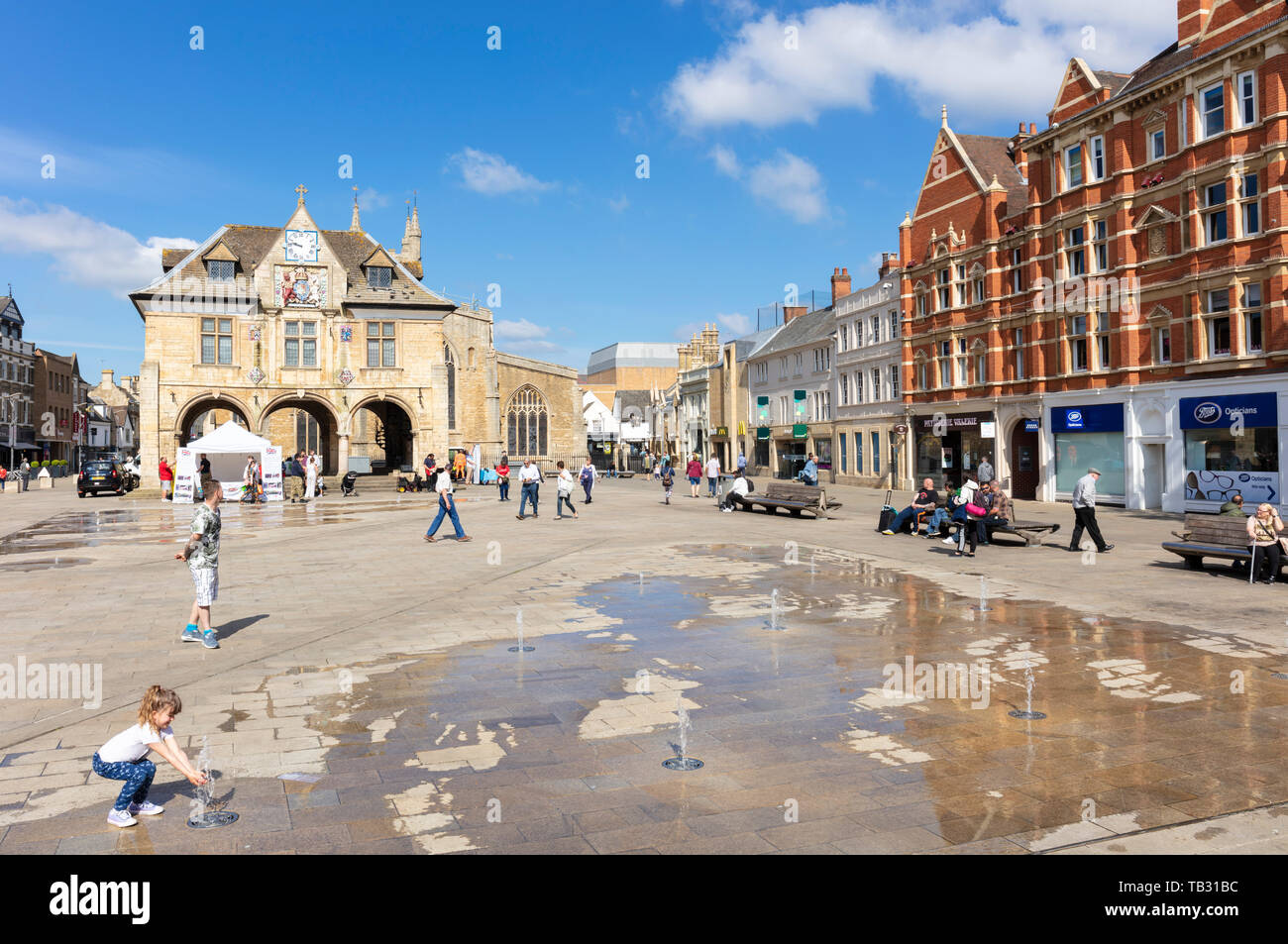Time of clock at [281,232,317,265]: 9:47
